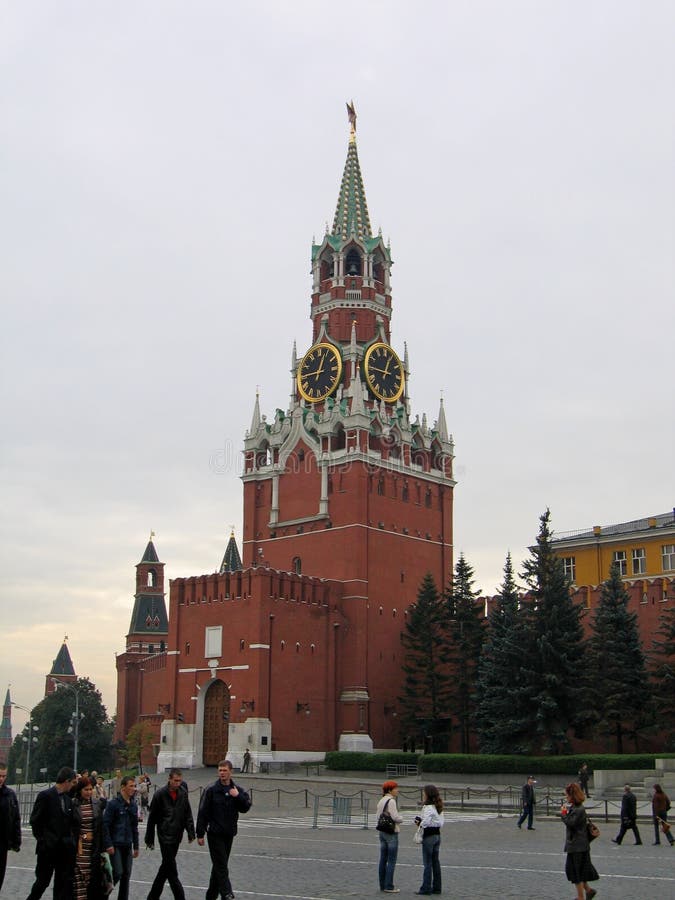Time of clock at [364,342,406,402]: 12:45
